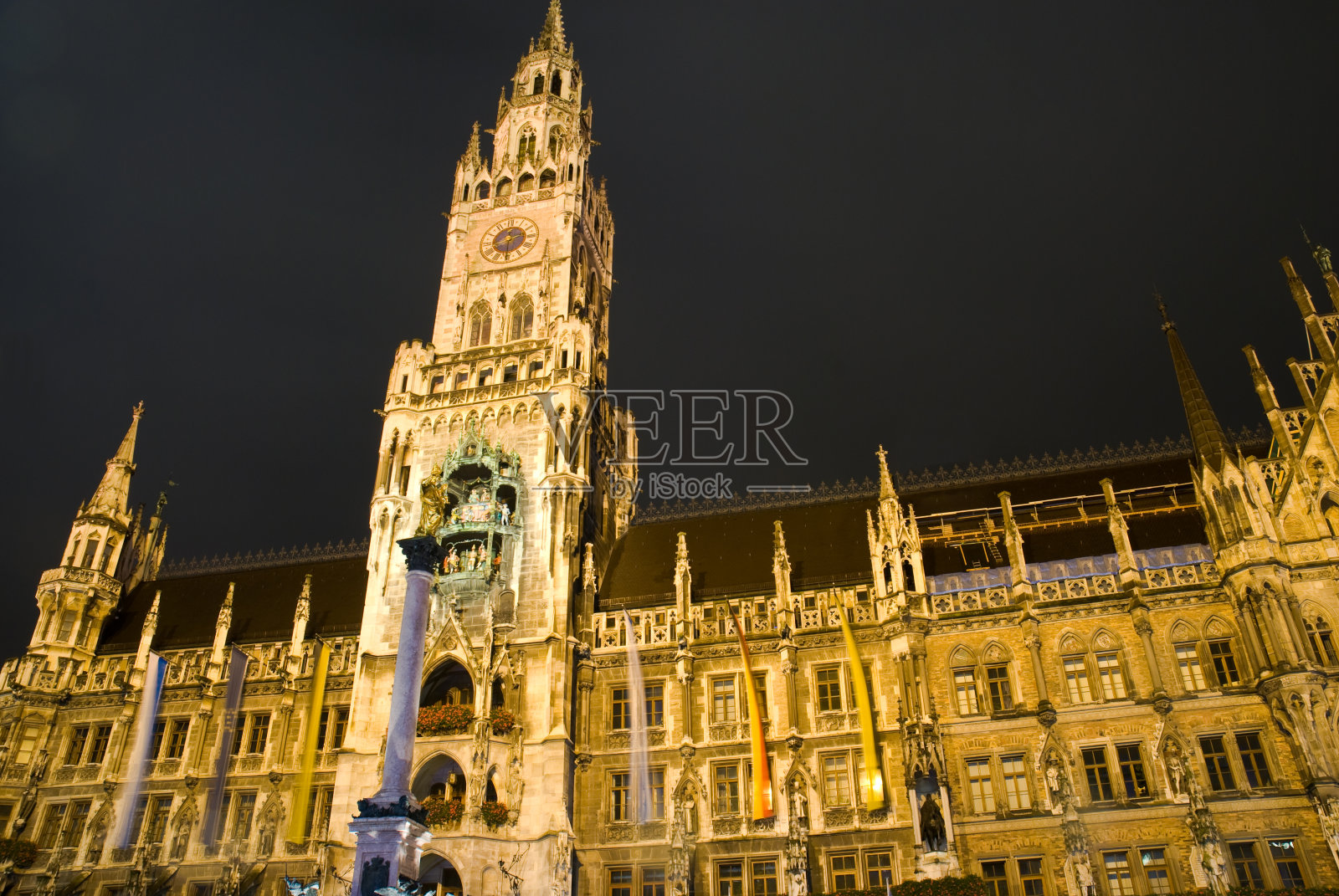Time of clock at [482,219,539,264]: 2:30
